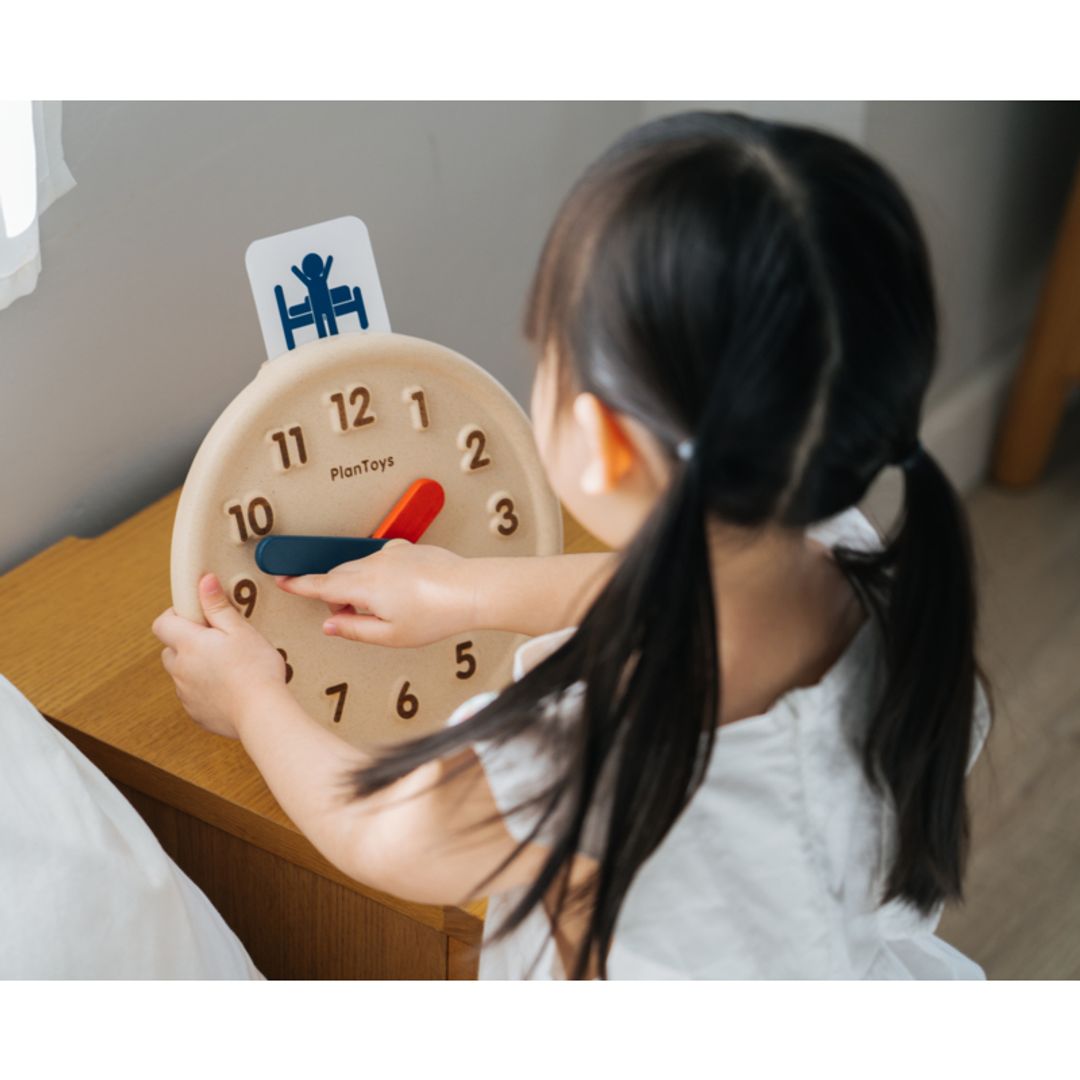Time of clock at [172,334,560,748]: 1:47
